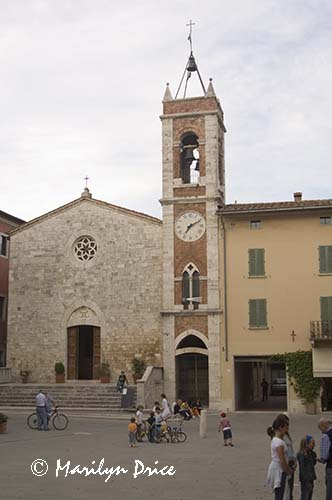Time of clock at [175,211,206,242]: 7:10
